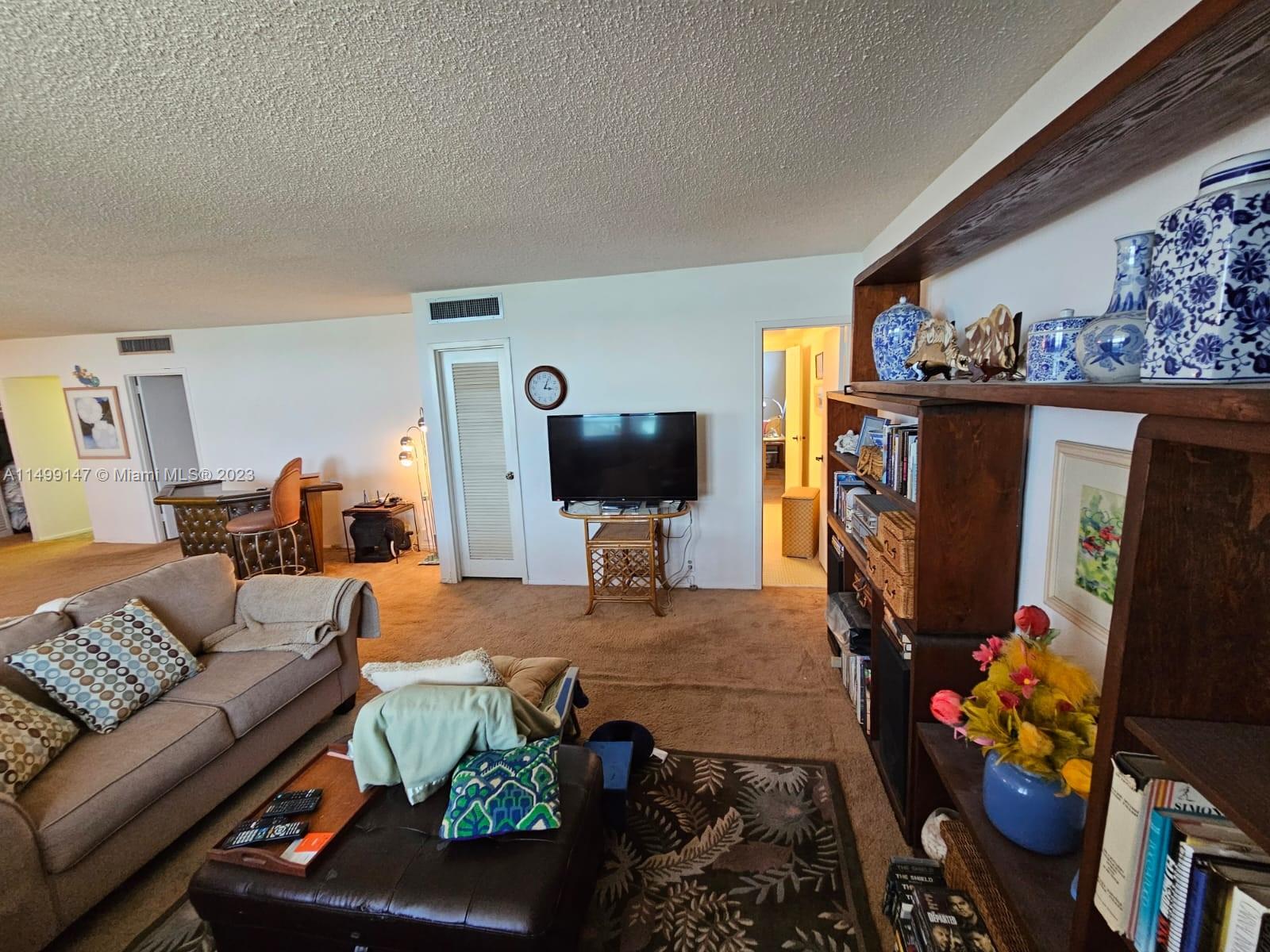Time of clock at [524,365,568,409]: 3:03
